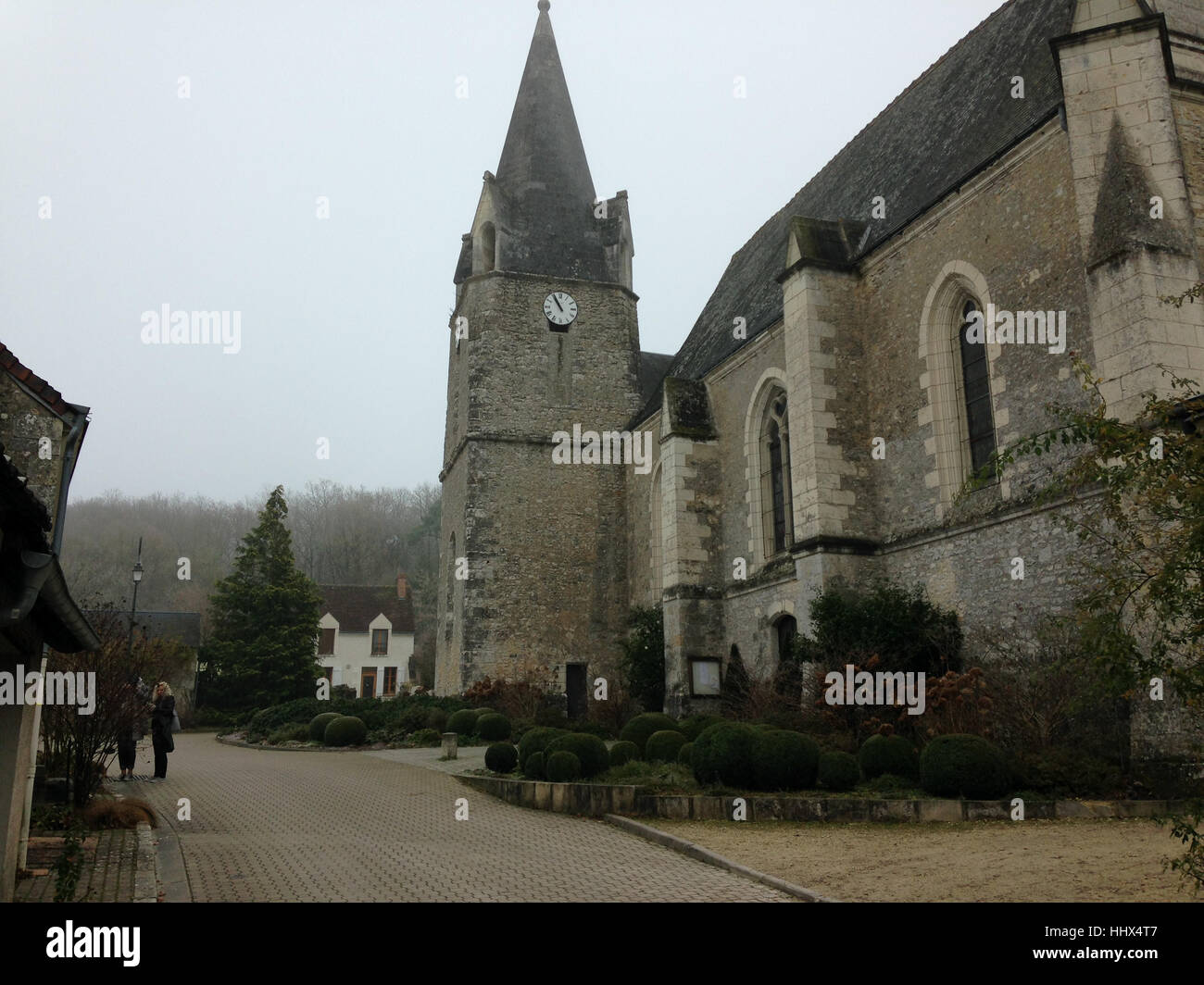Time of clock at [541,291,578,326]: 10:55
